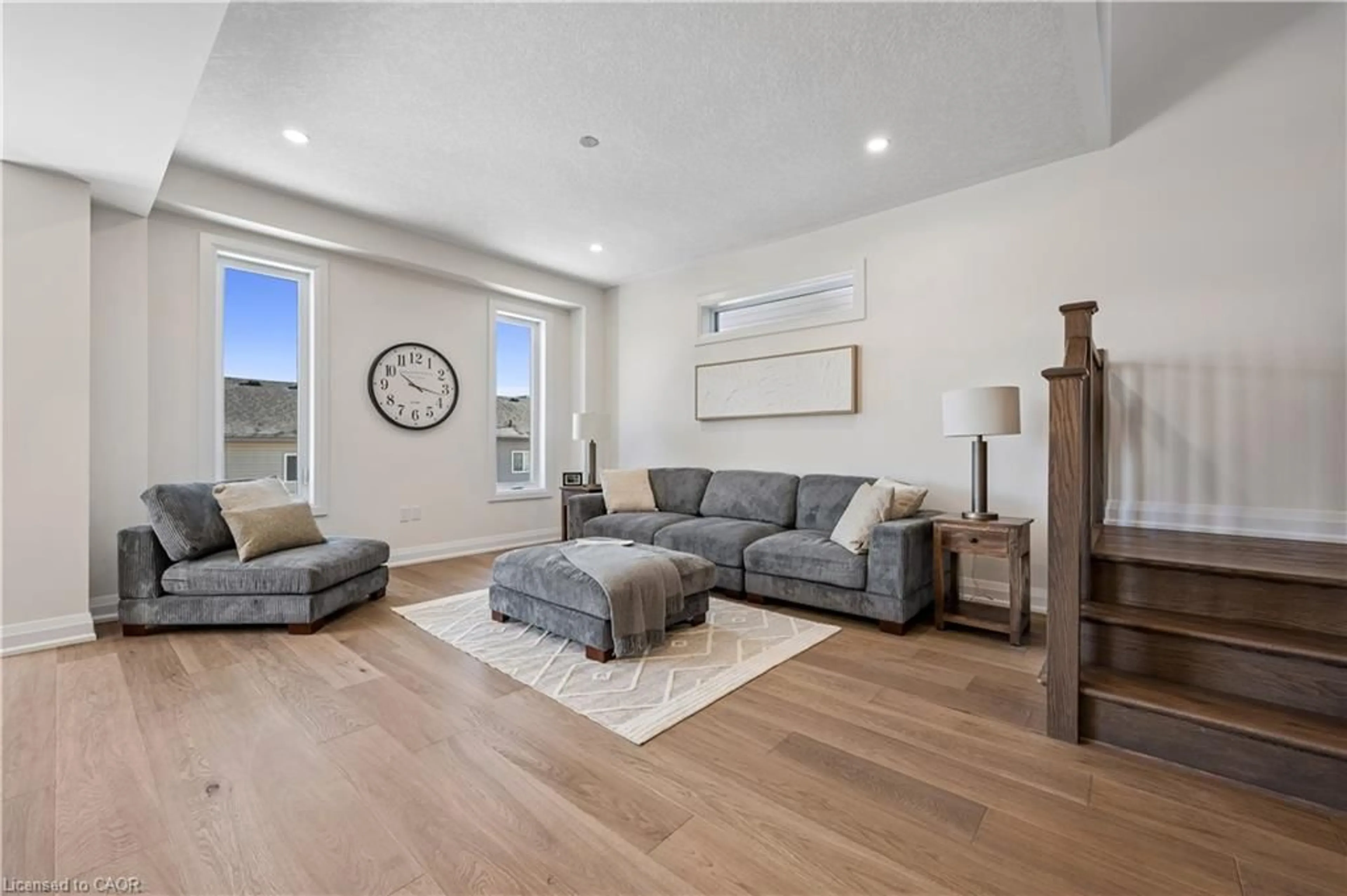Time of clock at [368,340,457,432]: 10:17
